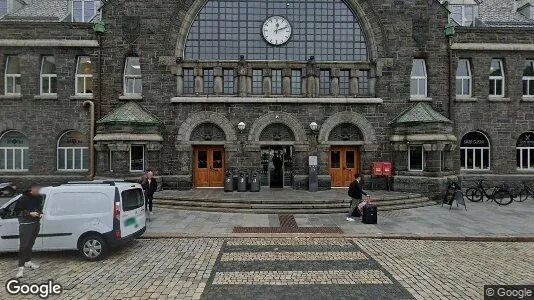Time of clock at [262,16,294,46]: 12:11
